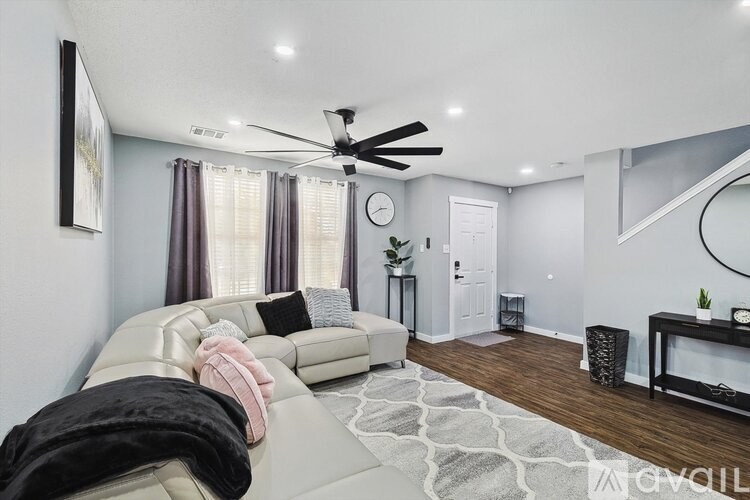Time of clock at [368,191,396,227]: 2:40
